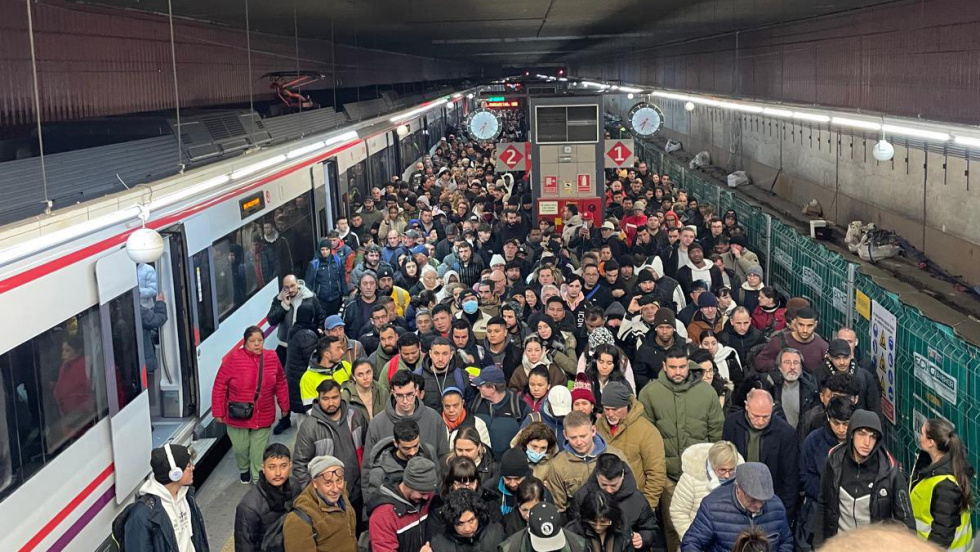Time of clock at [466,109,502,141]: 7:32
